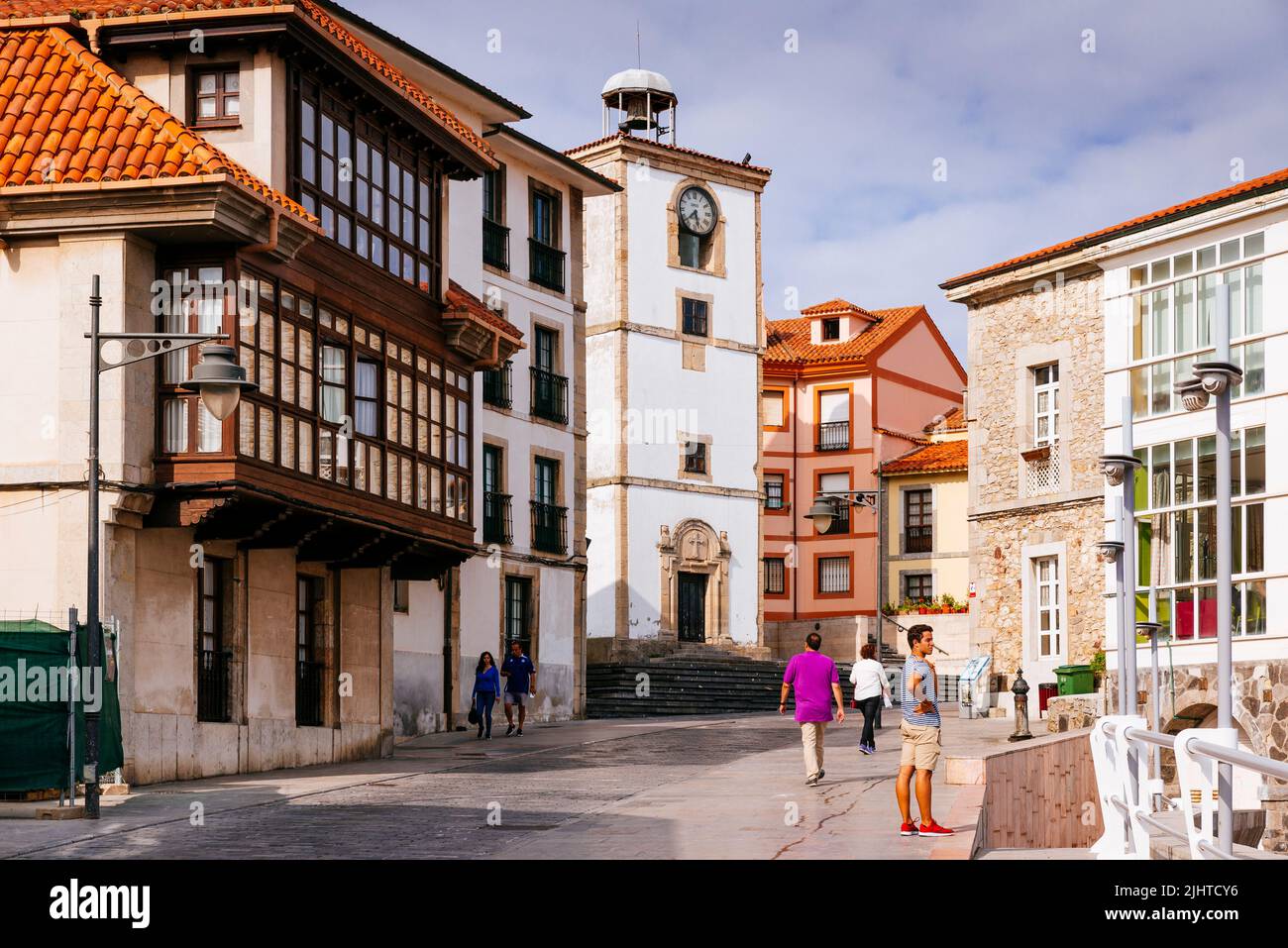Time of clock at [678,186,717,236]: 5:38
